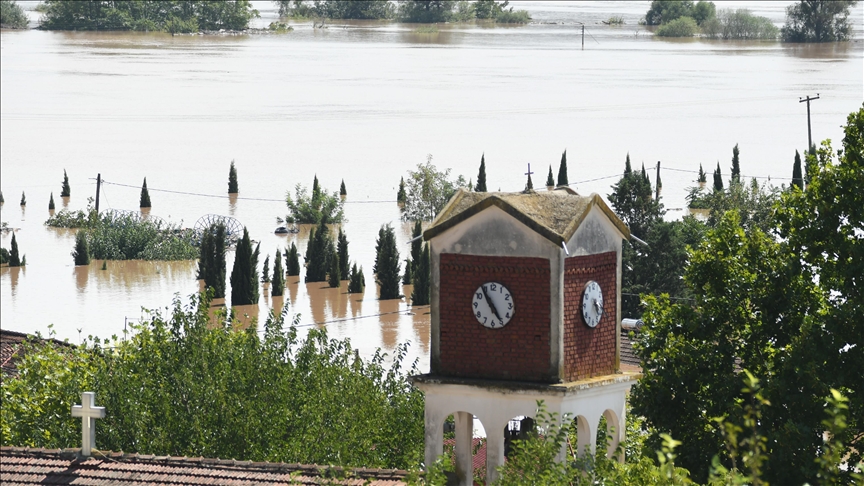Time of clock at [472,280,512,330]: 4:54
